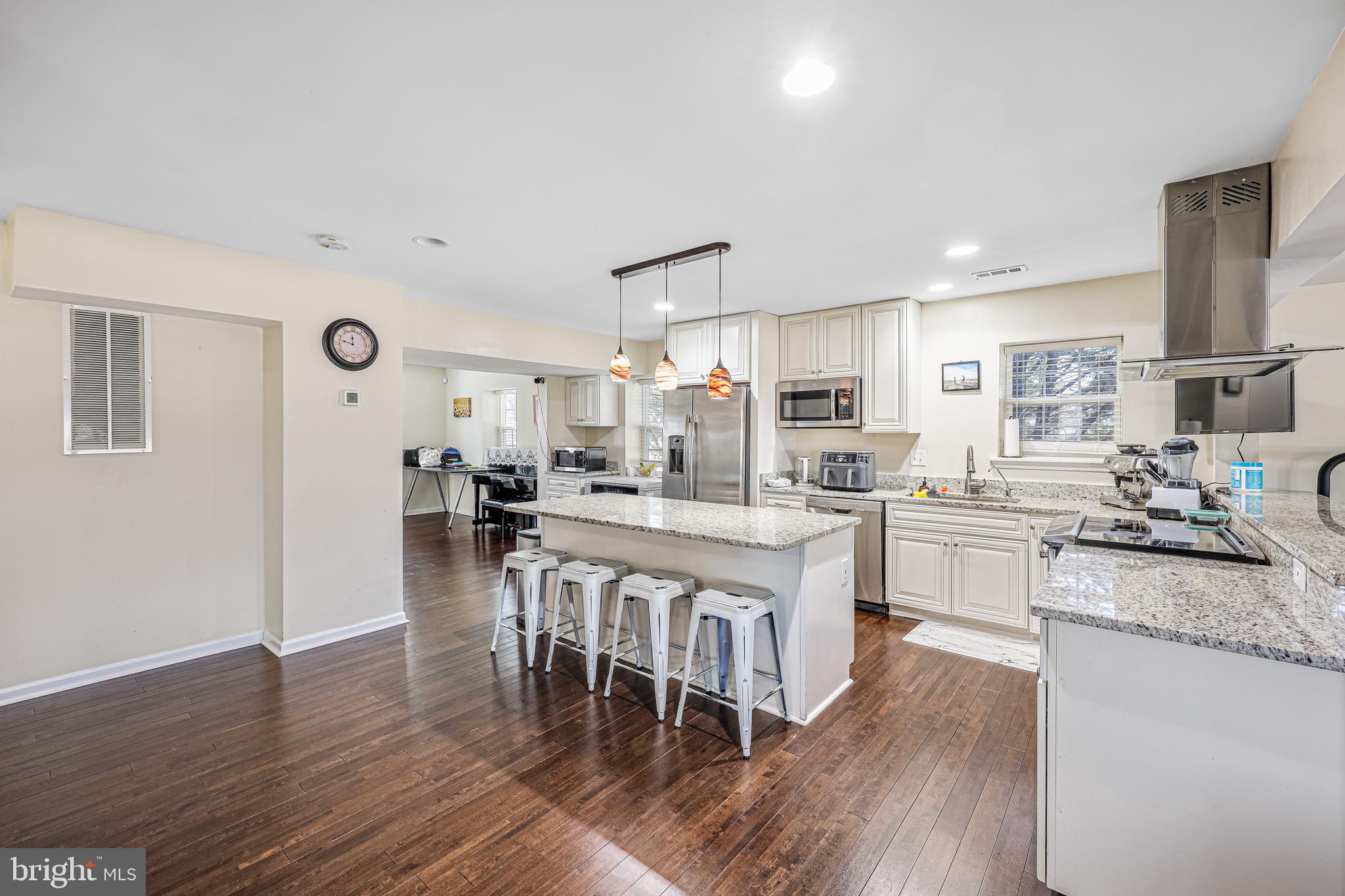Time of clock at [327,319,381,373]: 11:47
